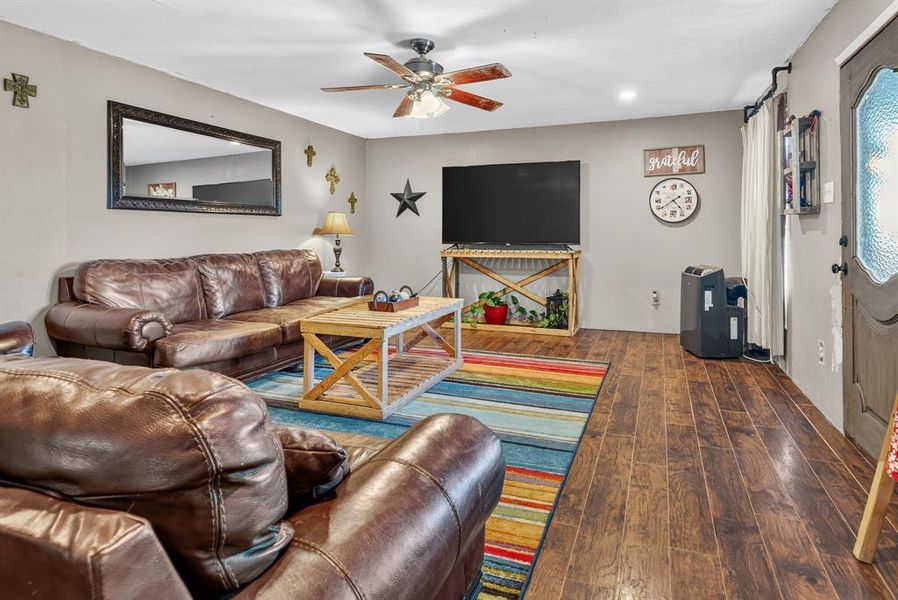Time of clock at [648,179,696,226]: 4:39
